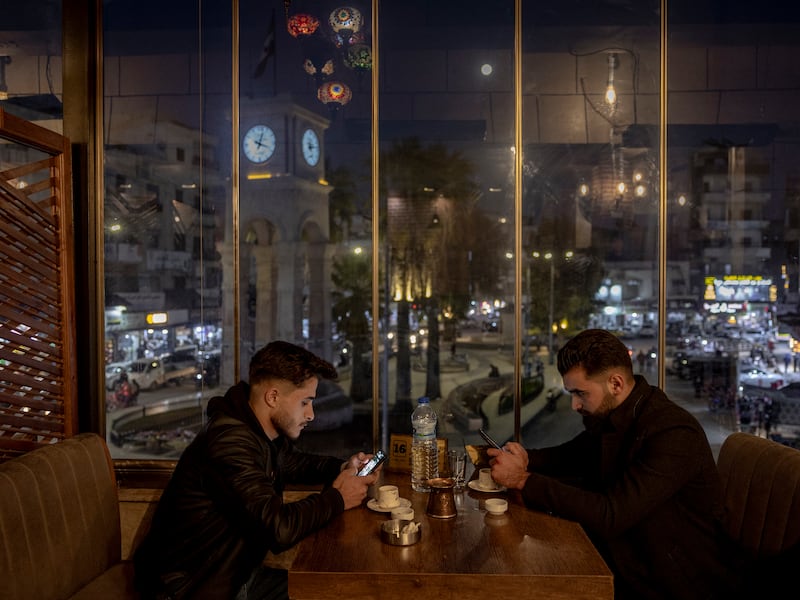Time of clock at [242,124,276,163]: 12:18
